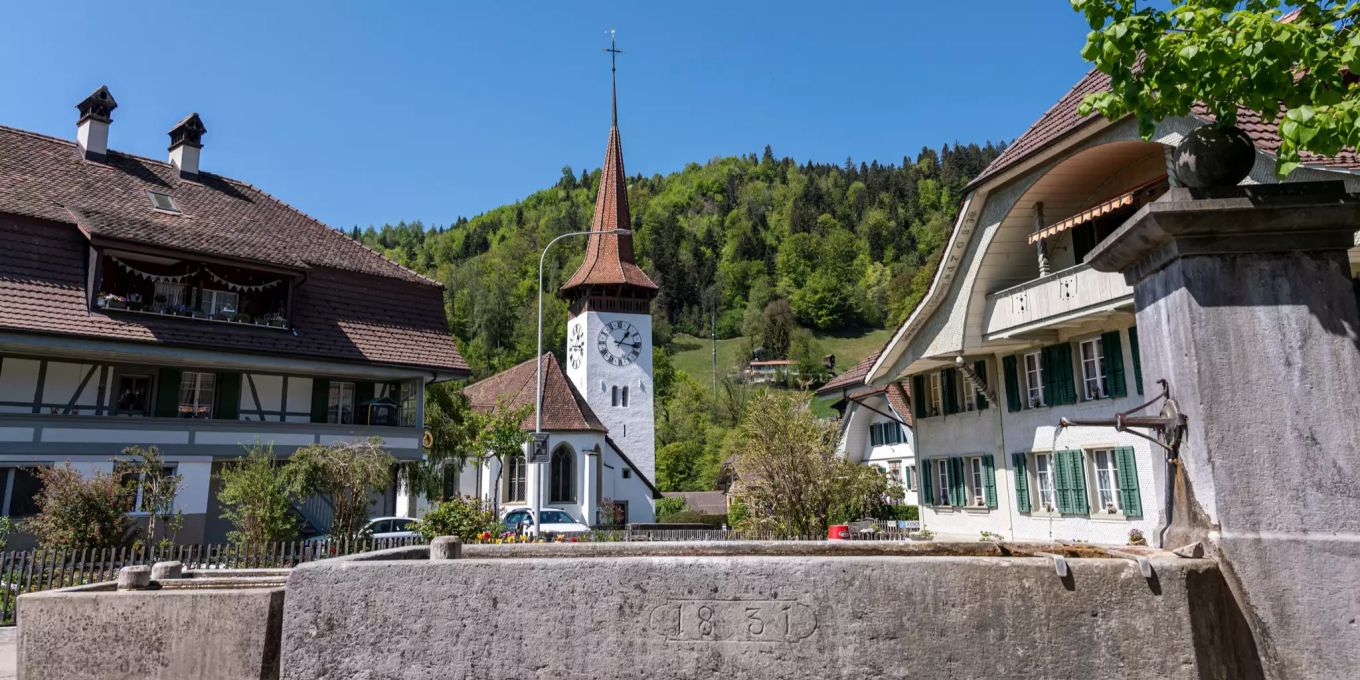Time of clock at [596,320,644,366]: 1:16
